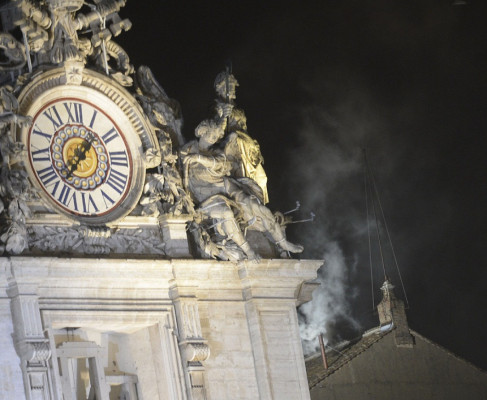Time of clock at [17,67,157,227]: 1:36
